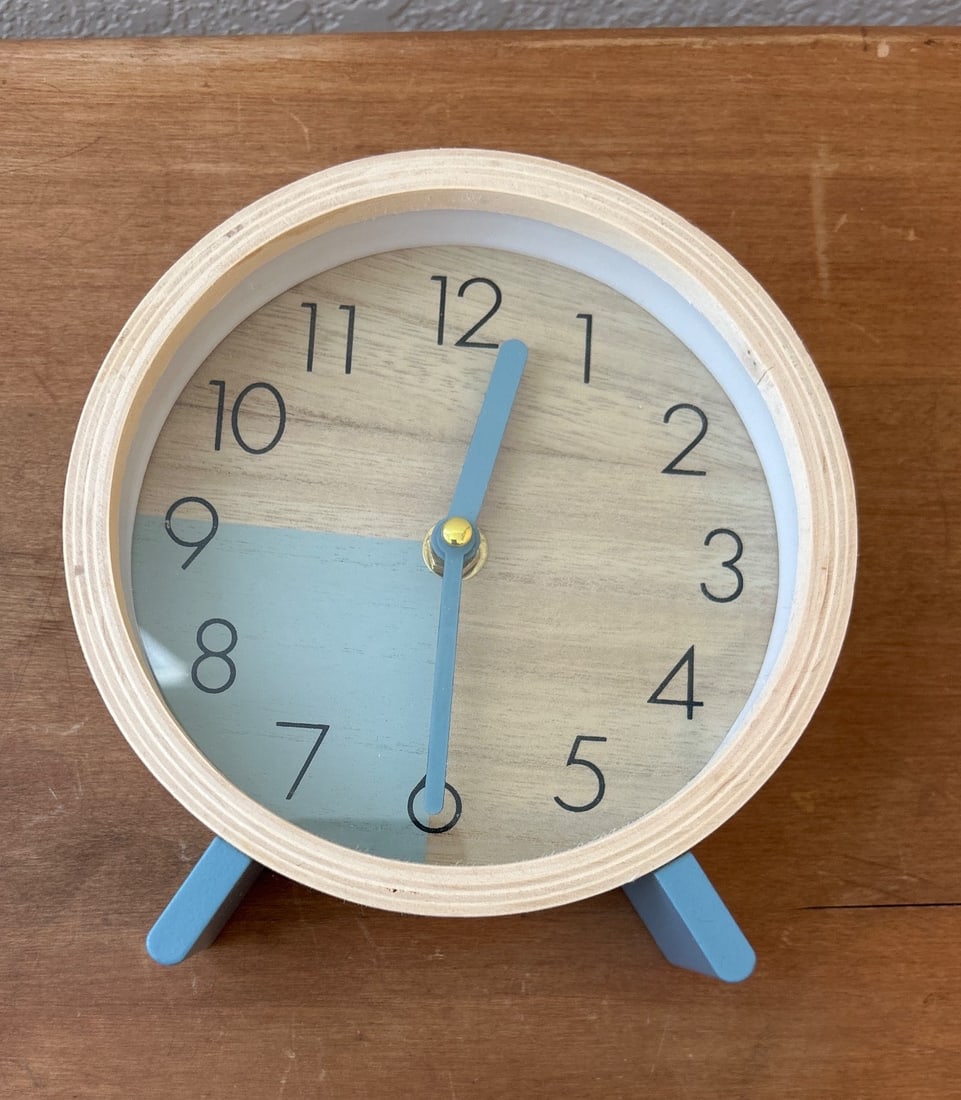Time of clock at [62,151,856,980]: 12:30
